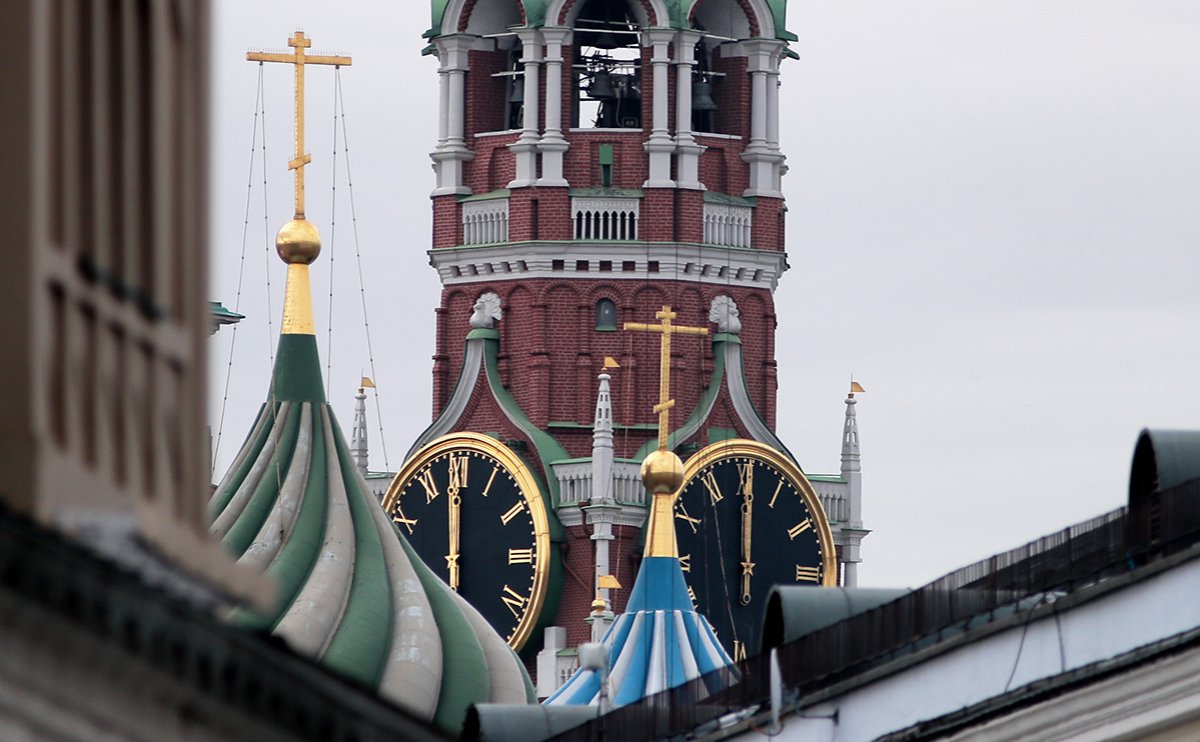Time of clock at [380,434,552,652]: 11:59
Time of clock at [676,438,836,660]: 12:00
